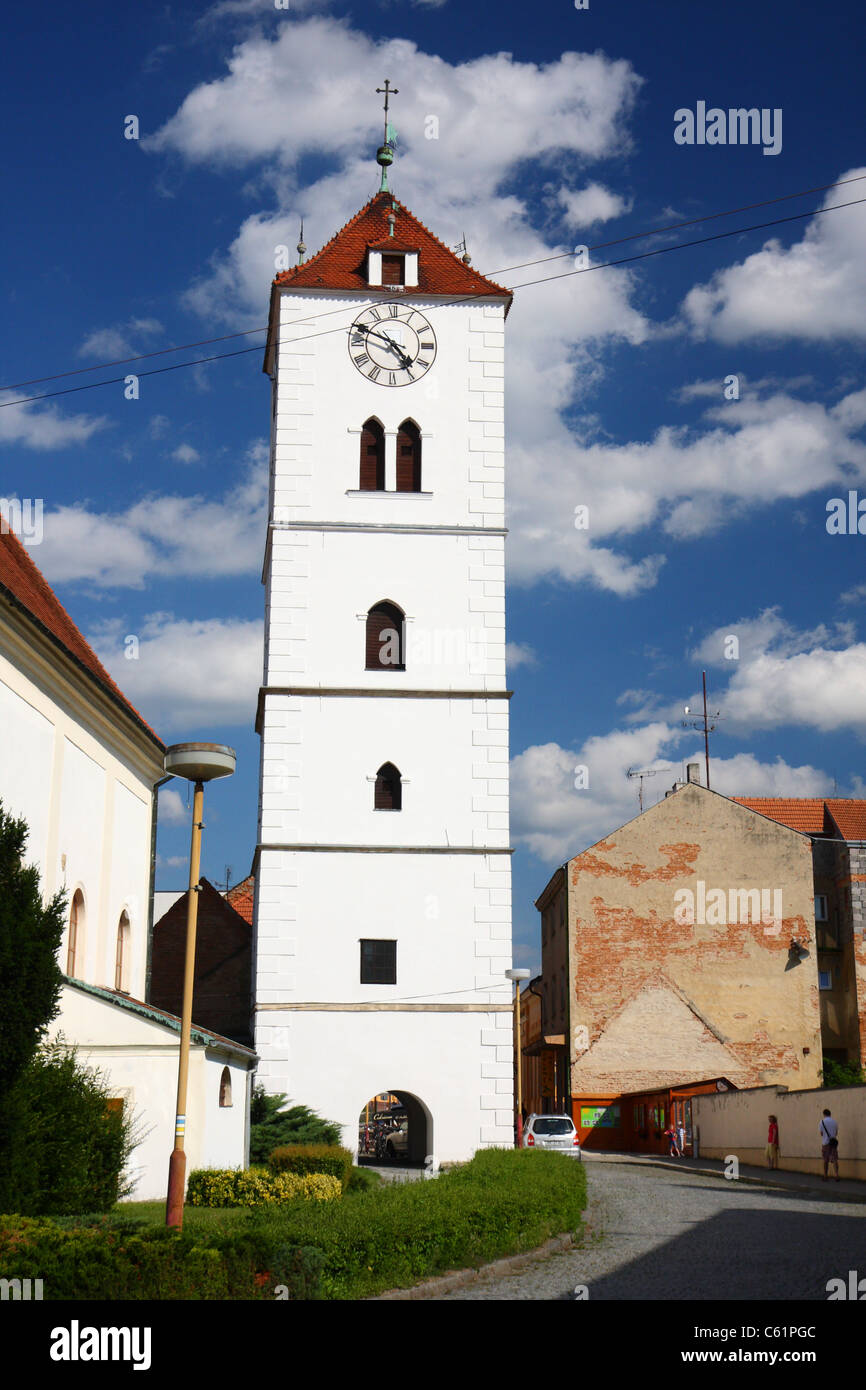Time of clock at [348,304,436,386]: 4:49
